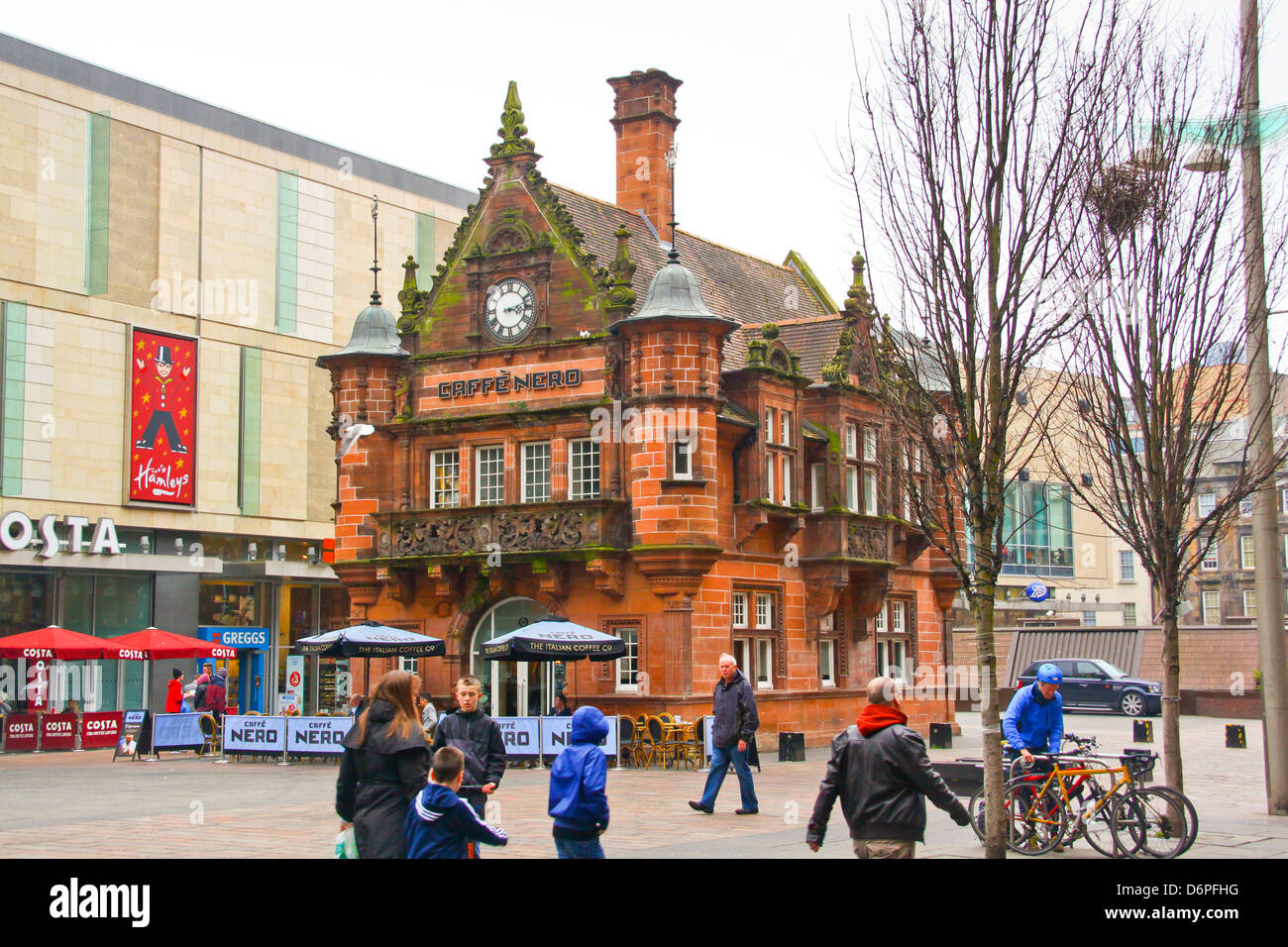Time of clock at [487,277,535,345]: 3:12
